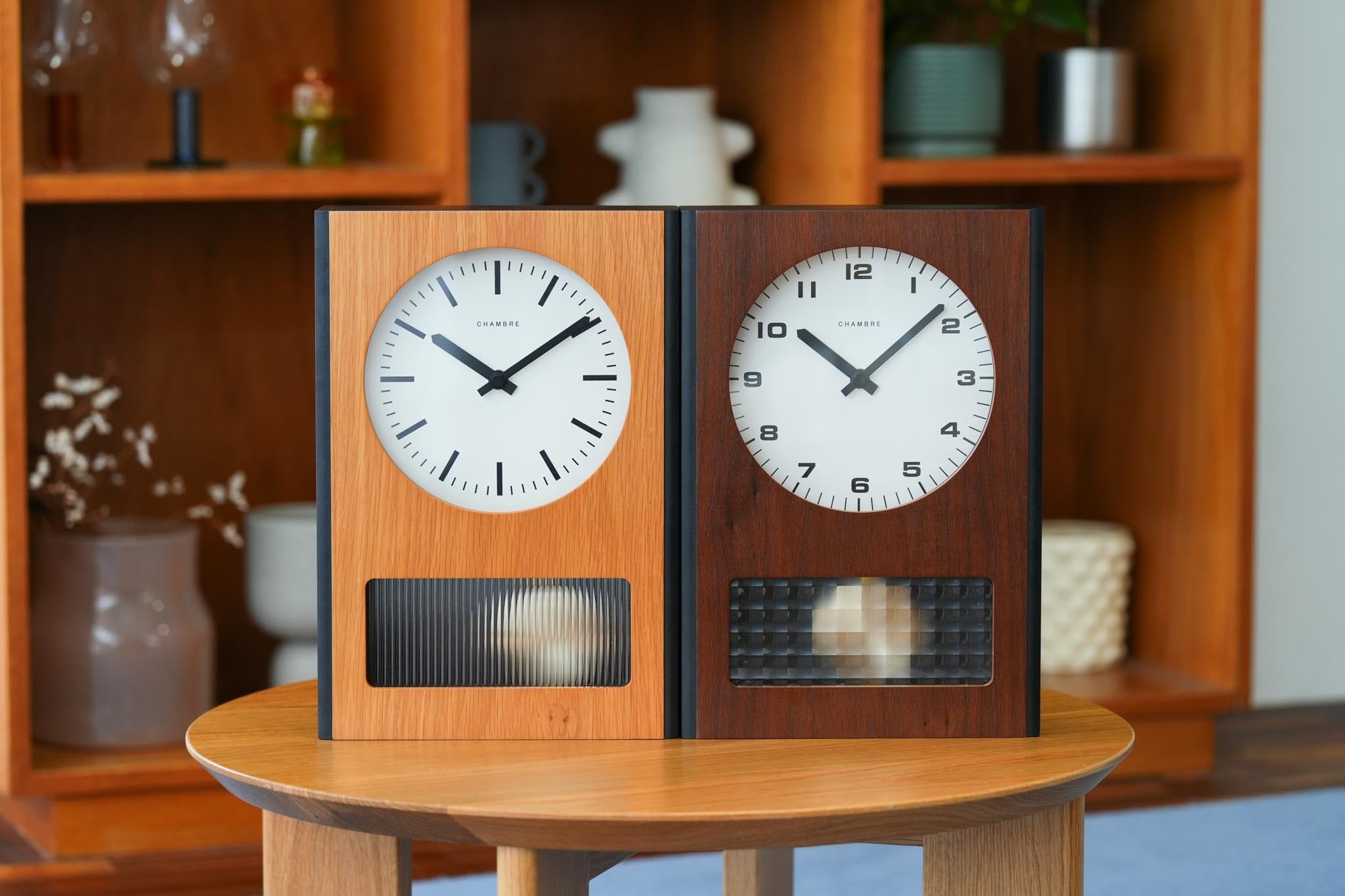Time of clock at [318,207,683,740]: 10:09
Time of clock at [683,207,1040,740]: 10:08
